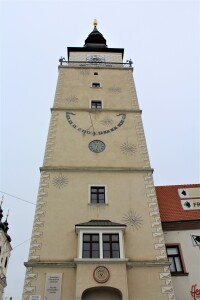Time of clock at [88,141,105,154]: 12:32
